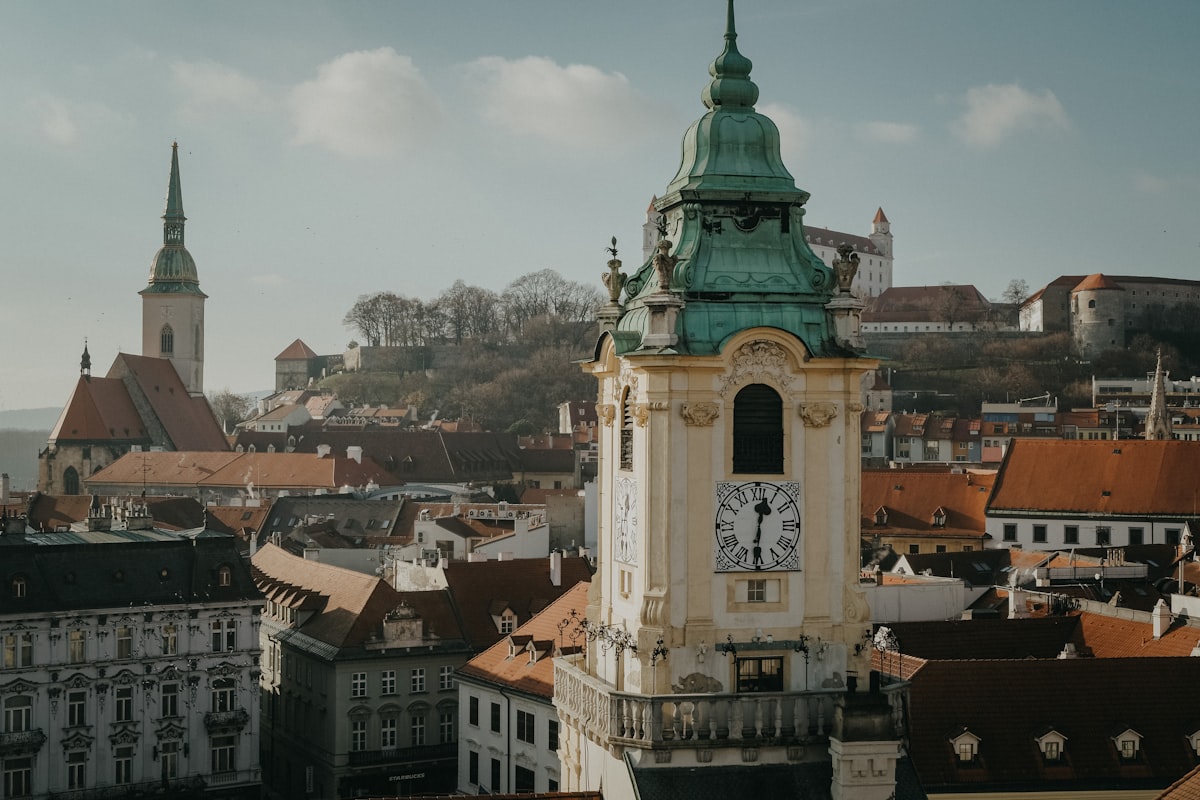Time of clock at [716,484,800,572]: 12:30
